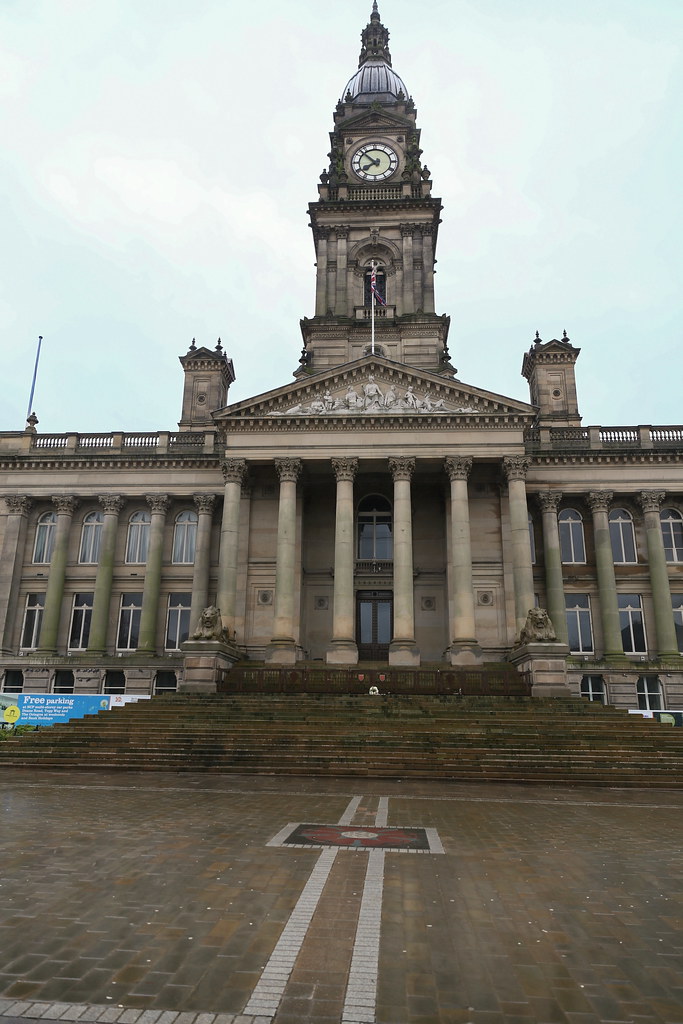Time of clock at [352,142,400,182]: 7:52
